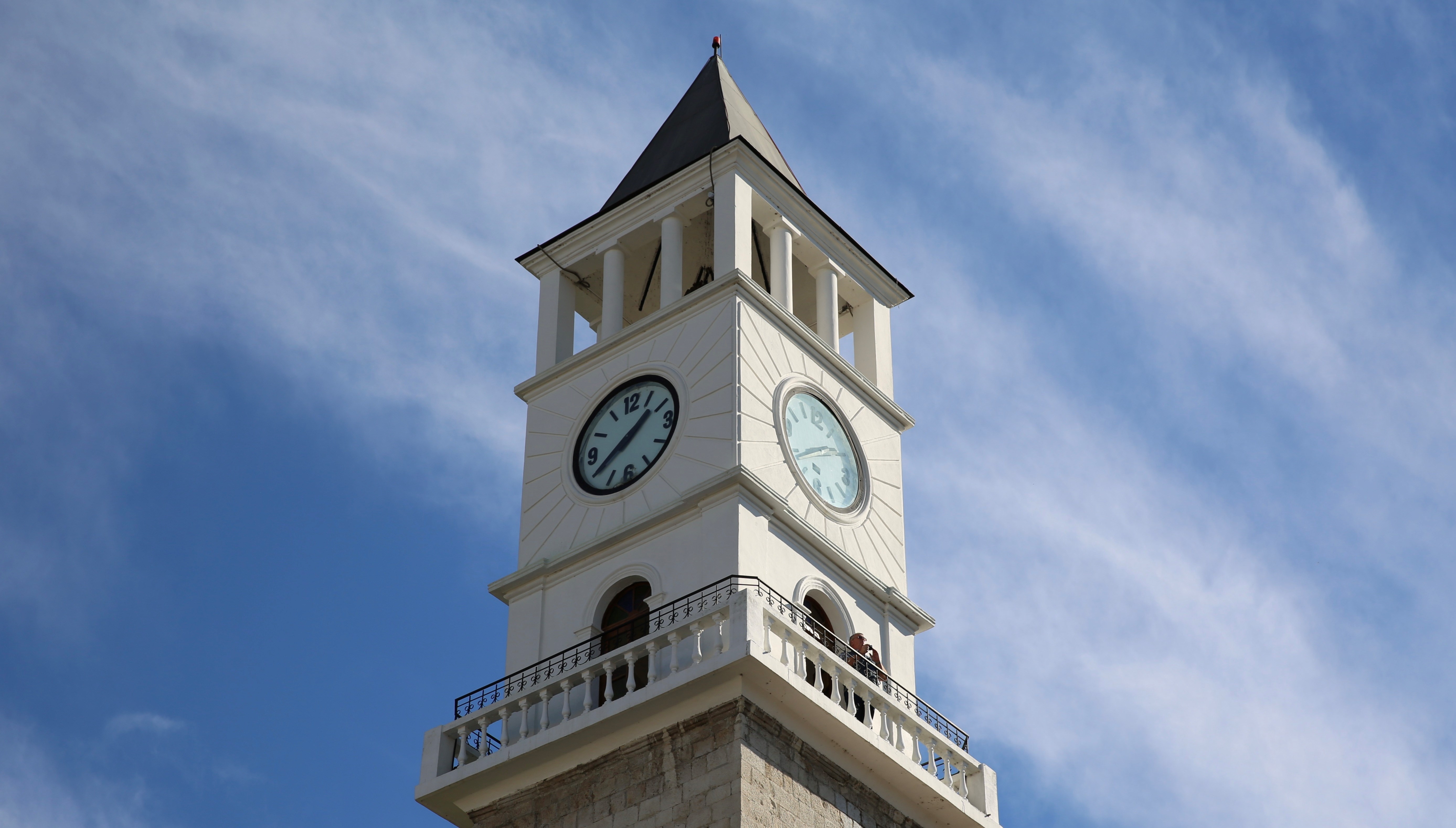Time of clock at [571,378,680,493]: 1:39
